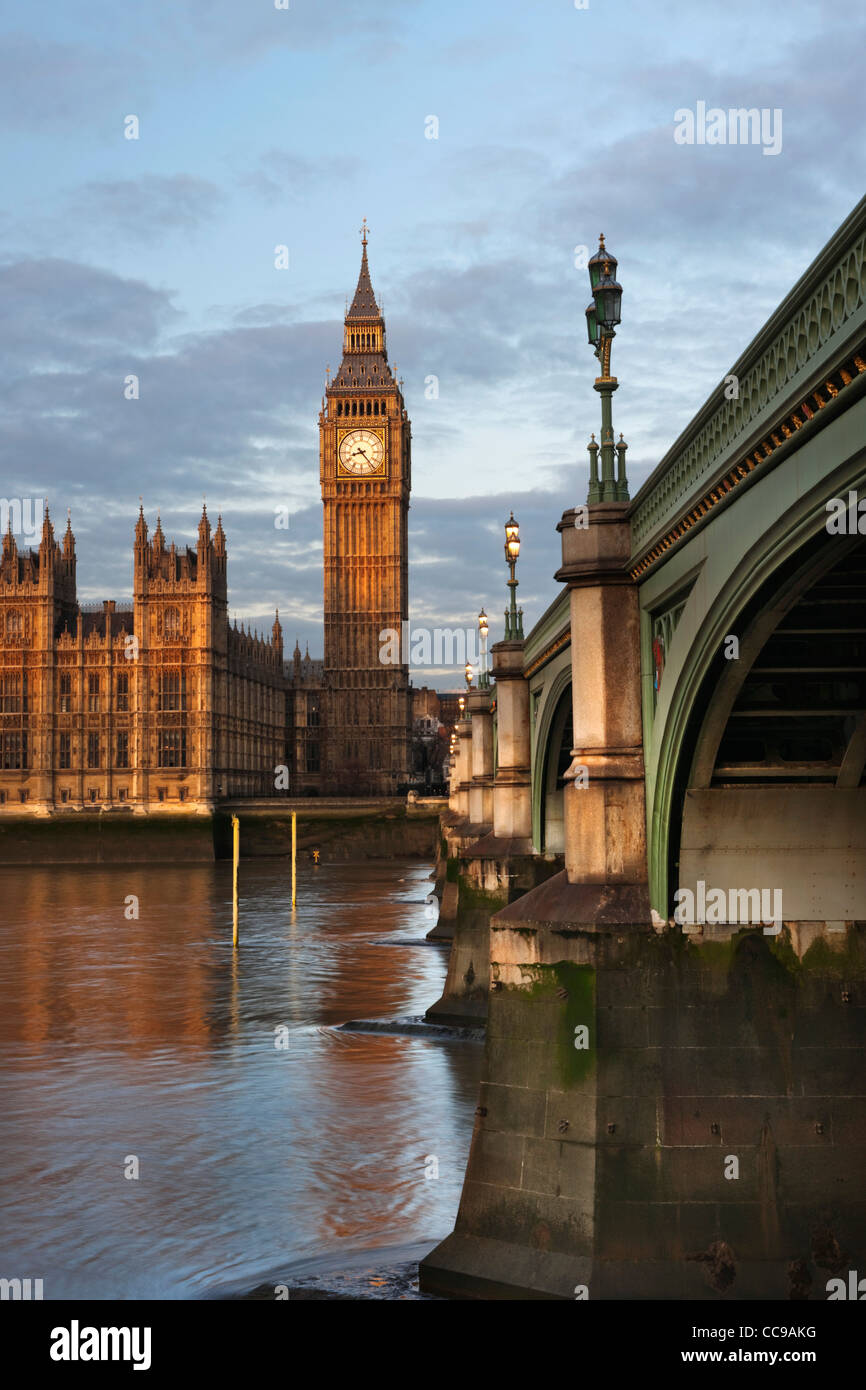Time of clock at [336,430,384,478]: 8:23
